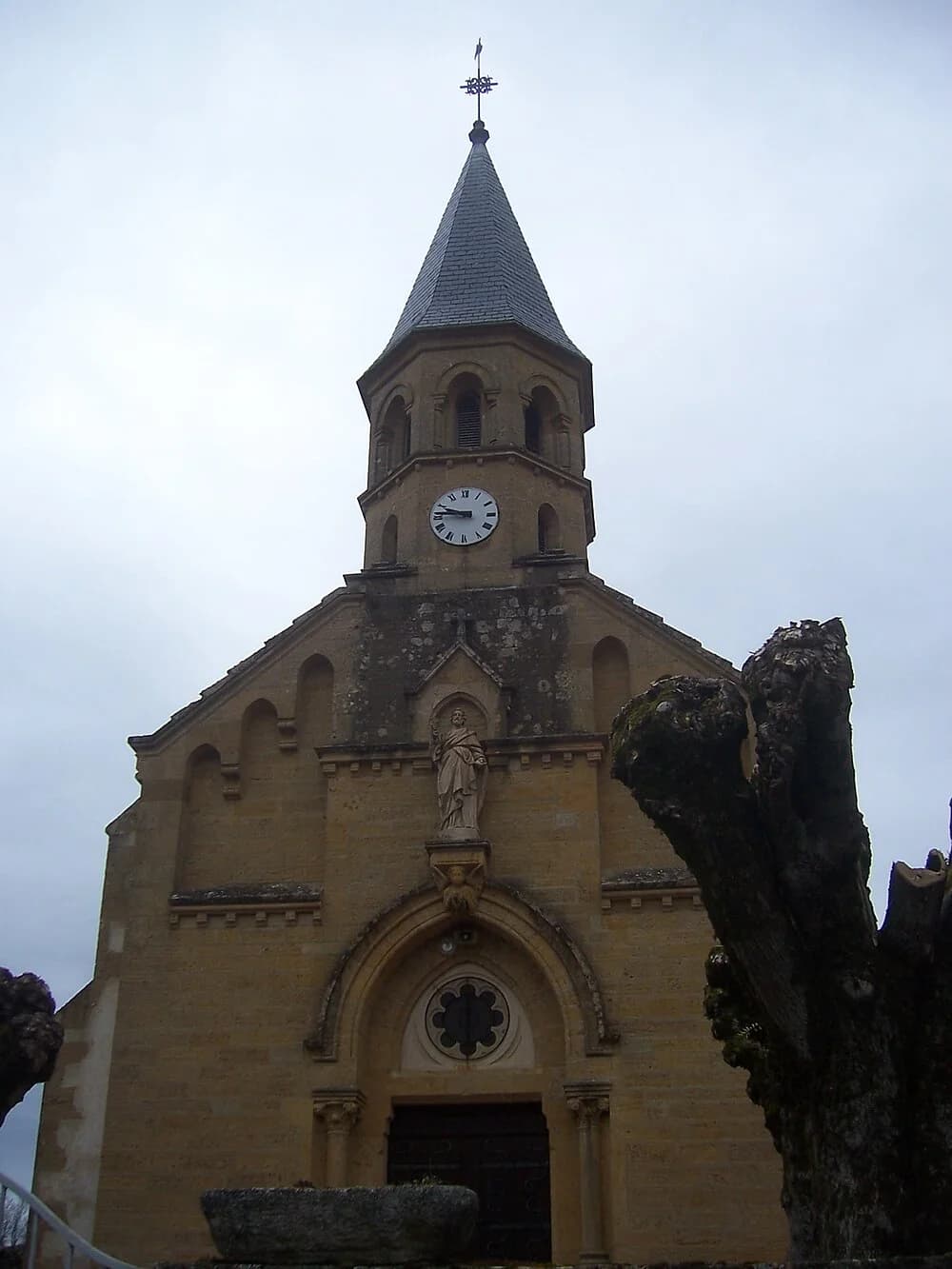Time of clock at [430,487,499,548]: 9:45
